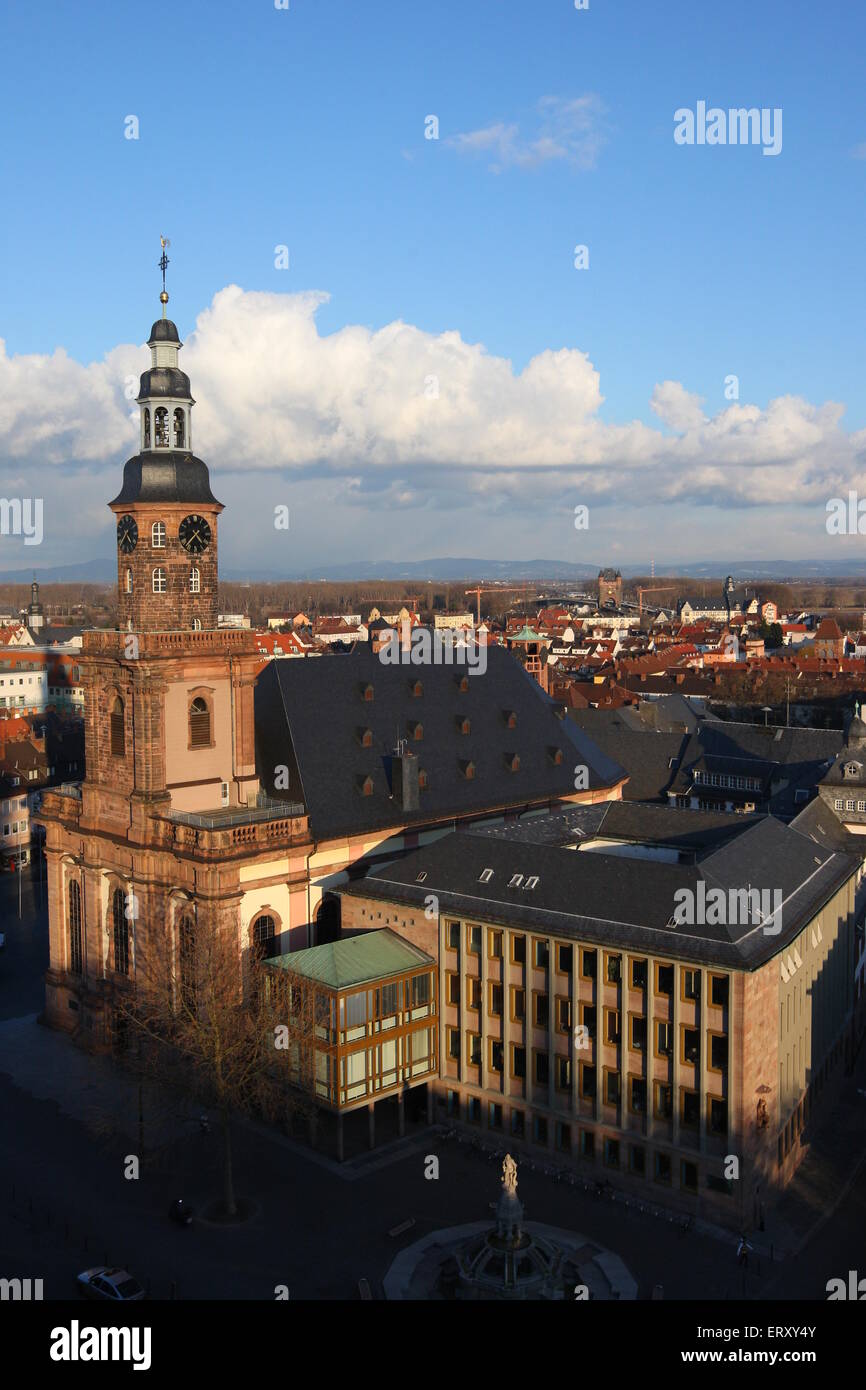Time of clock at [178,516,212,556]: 4:37
